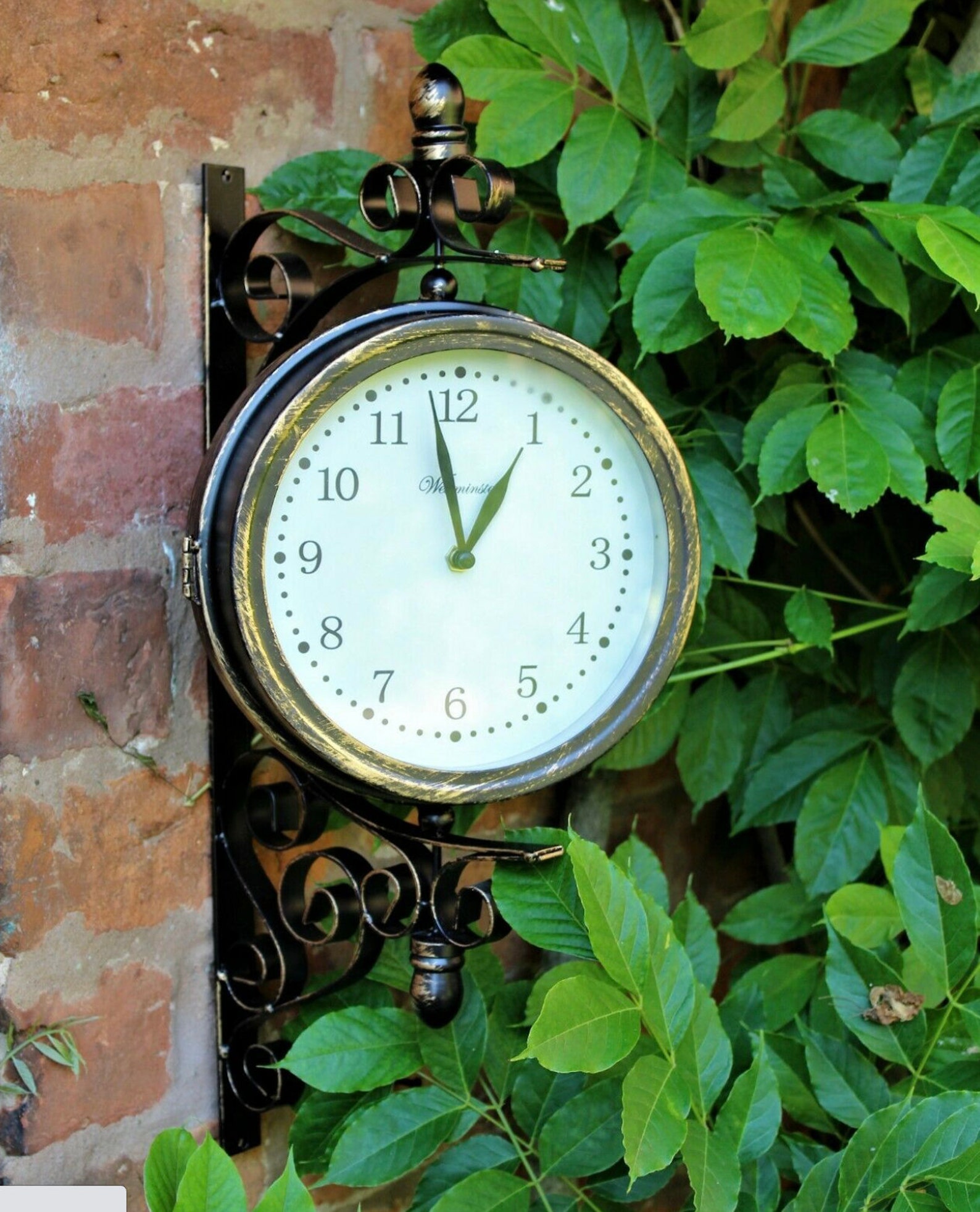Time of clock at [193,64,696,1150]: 12:58
